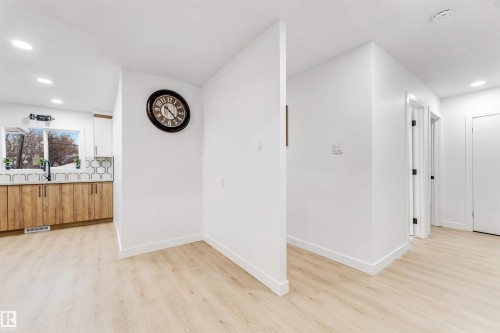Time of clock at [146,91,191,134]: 10:23
